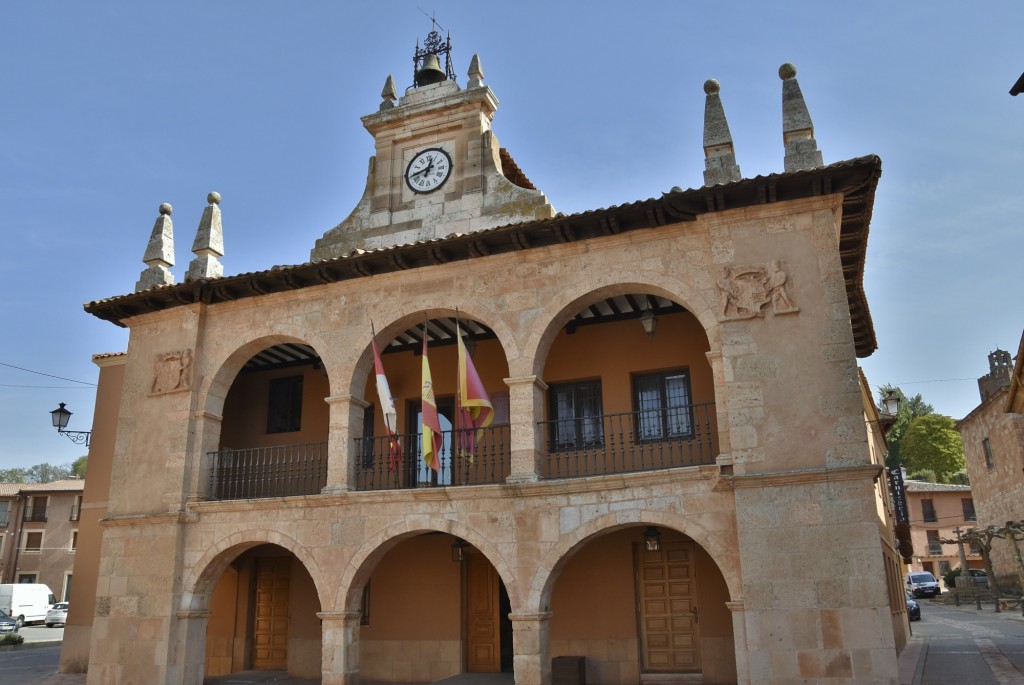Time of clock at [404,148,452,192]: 12:43
